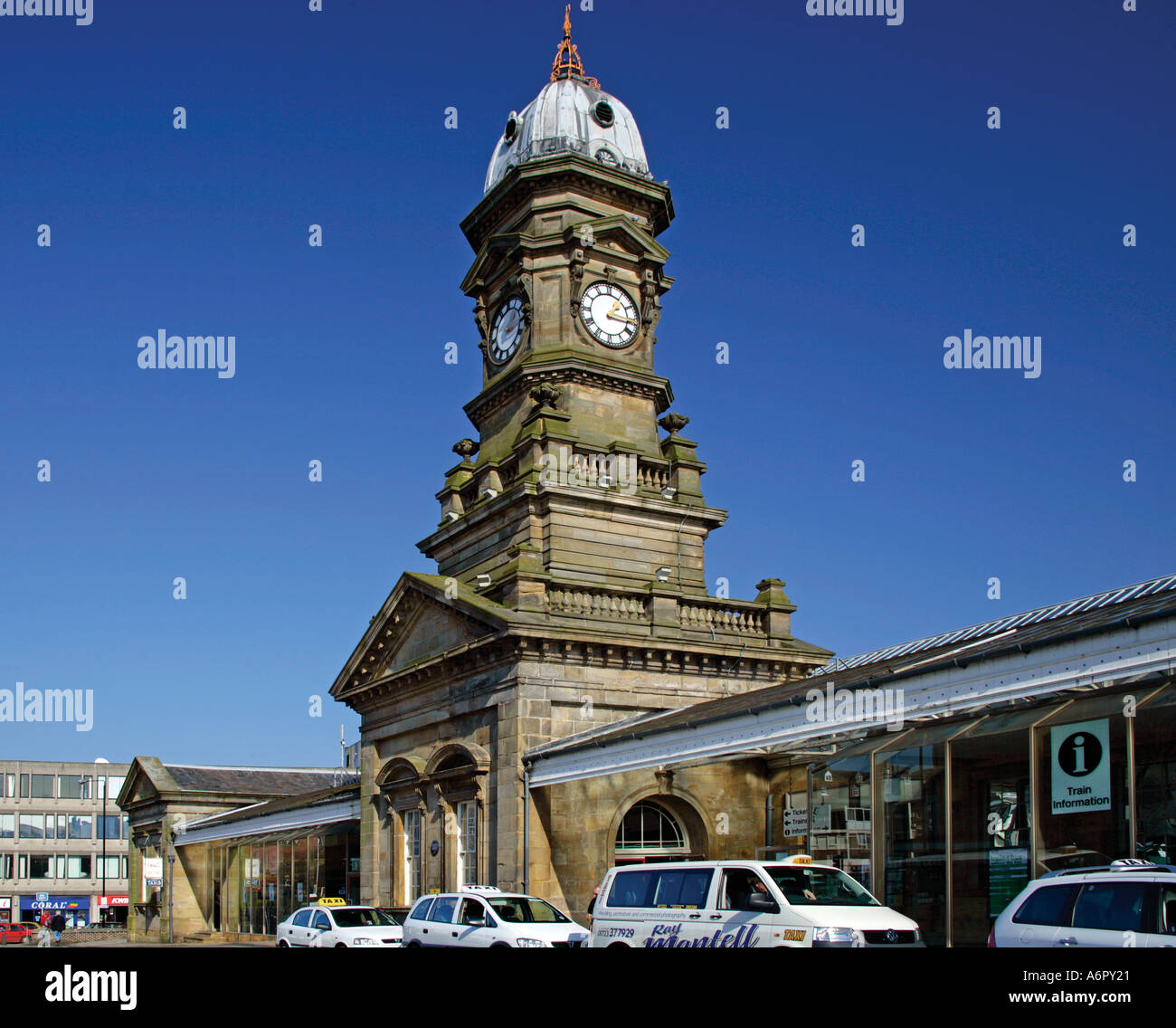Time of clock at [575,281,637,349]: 1:16
